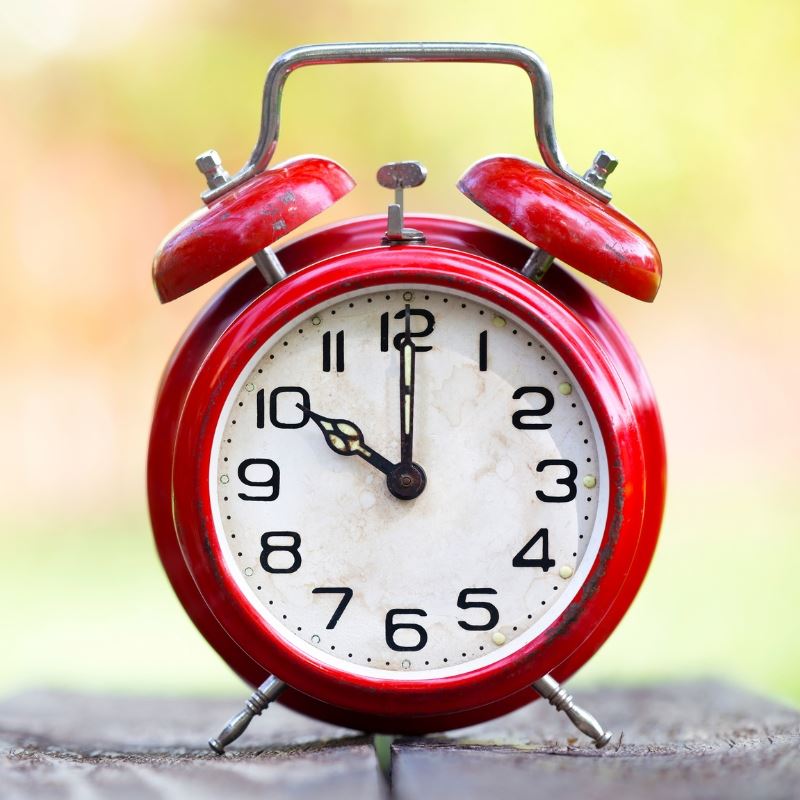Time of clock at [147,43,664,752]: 10:00
